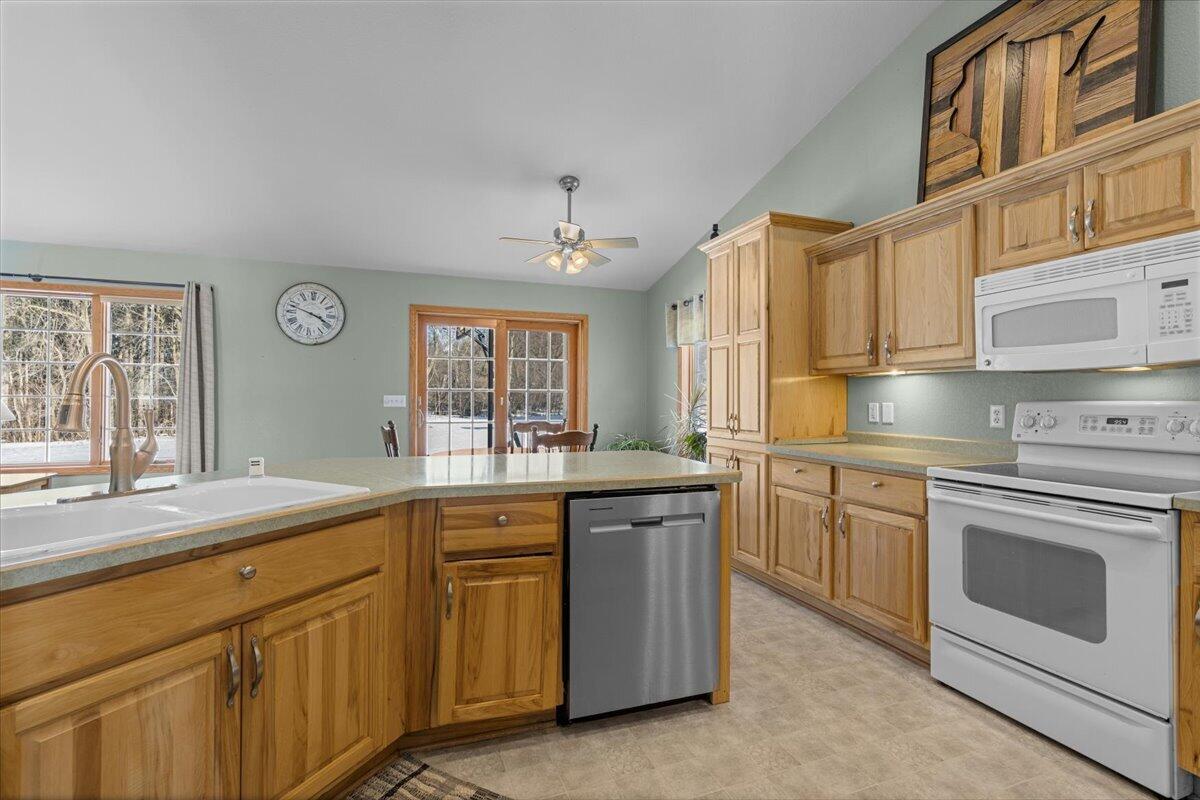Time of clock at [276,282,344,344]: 3:47
